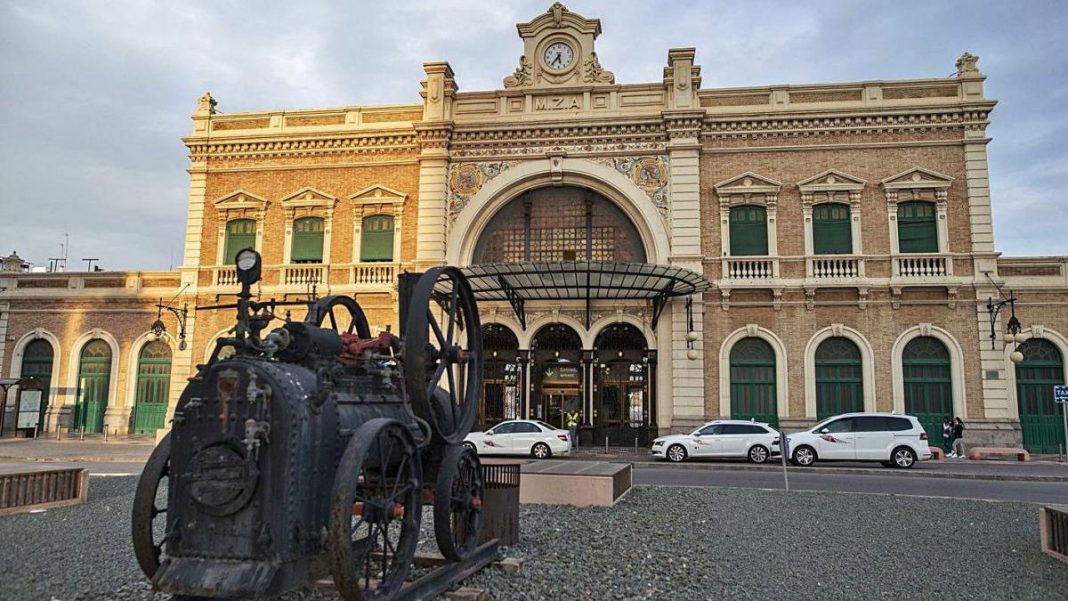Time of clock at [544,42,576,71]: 5:36
